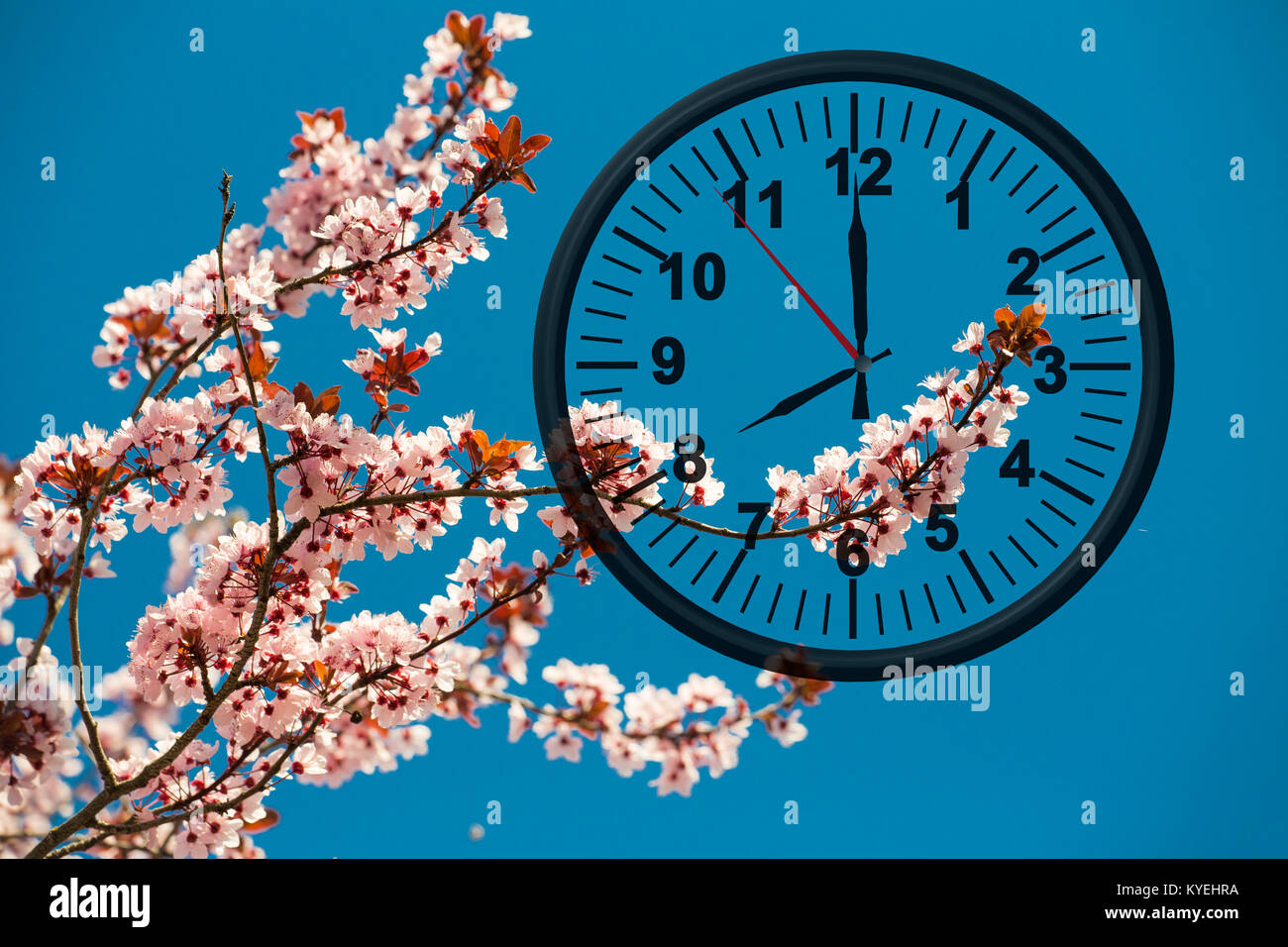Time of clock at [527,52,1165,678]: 7:59
